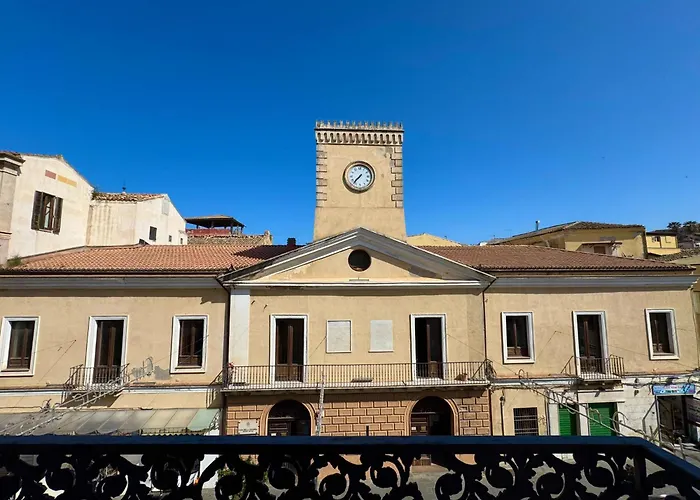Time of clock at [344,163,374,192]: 7:37
